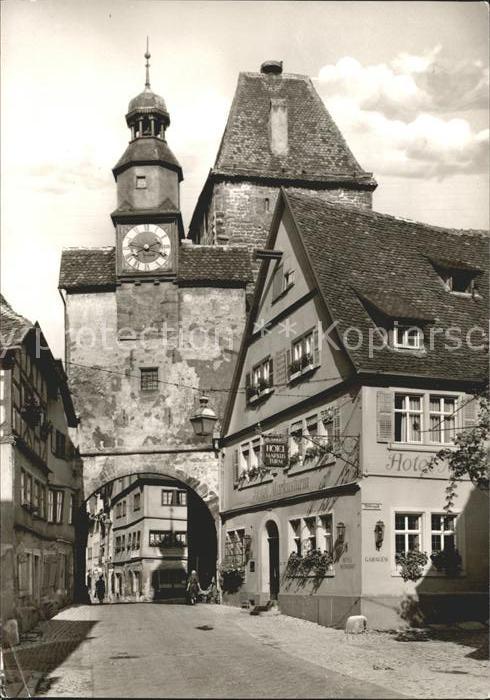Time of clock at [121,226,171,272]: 2:18
